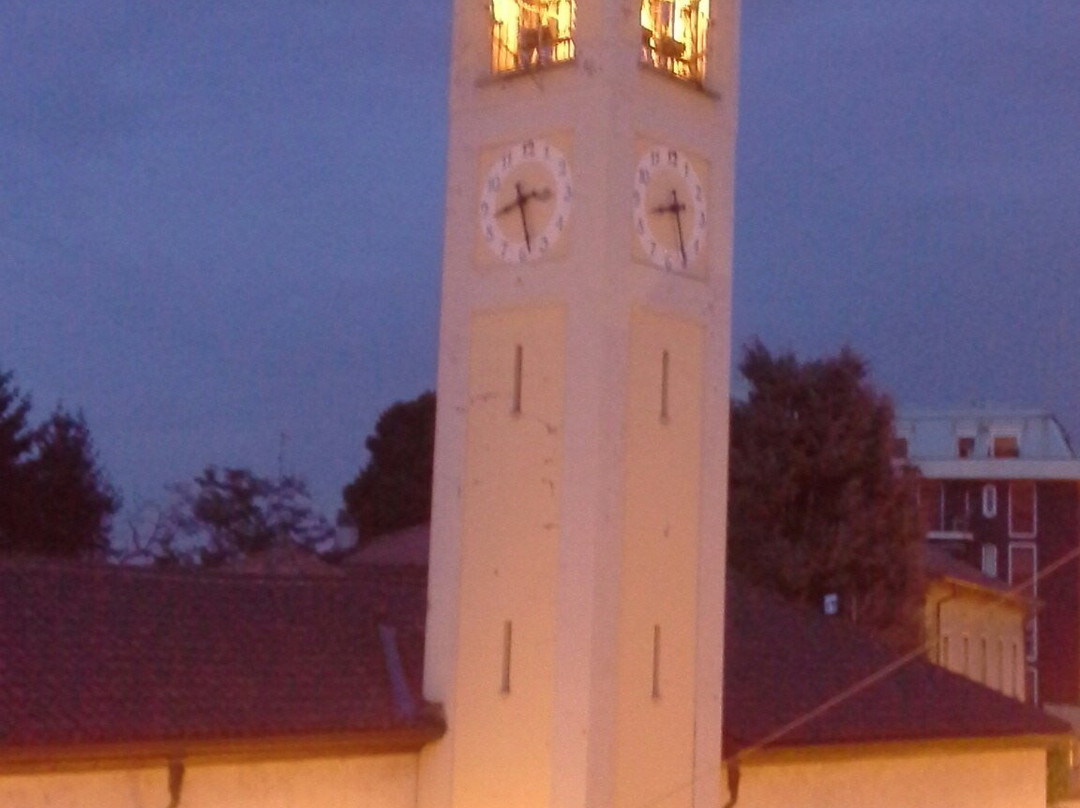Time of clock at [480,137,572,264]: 8:28
